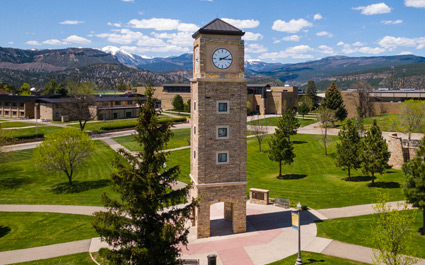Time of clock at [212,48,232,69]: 2:15
